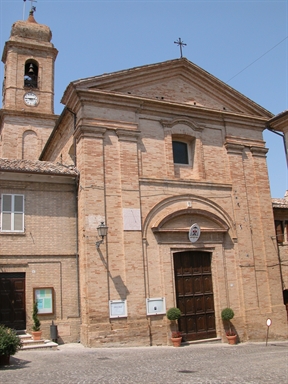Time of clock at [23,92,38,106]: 2:45
